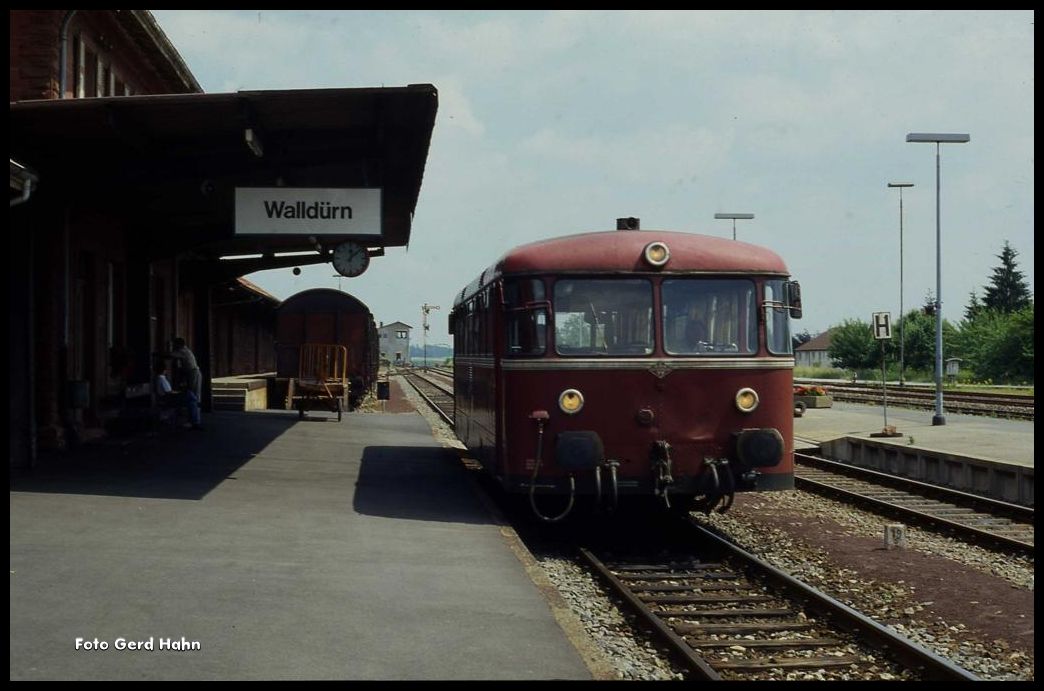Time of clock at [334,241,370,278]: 12:07
